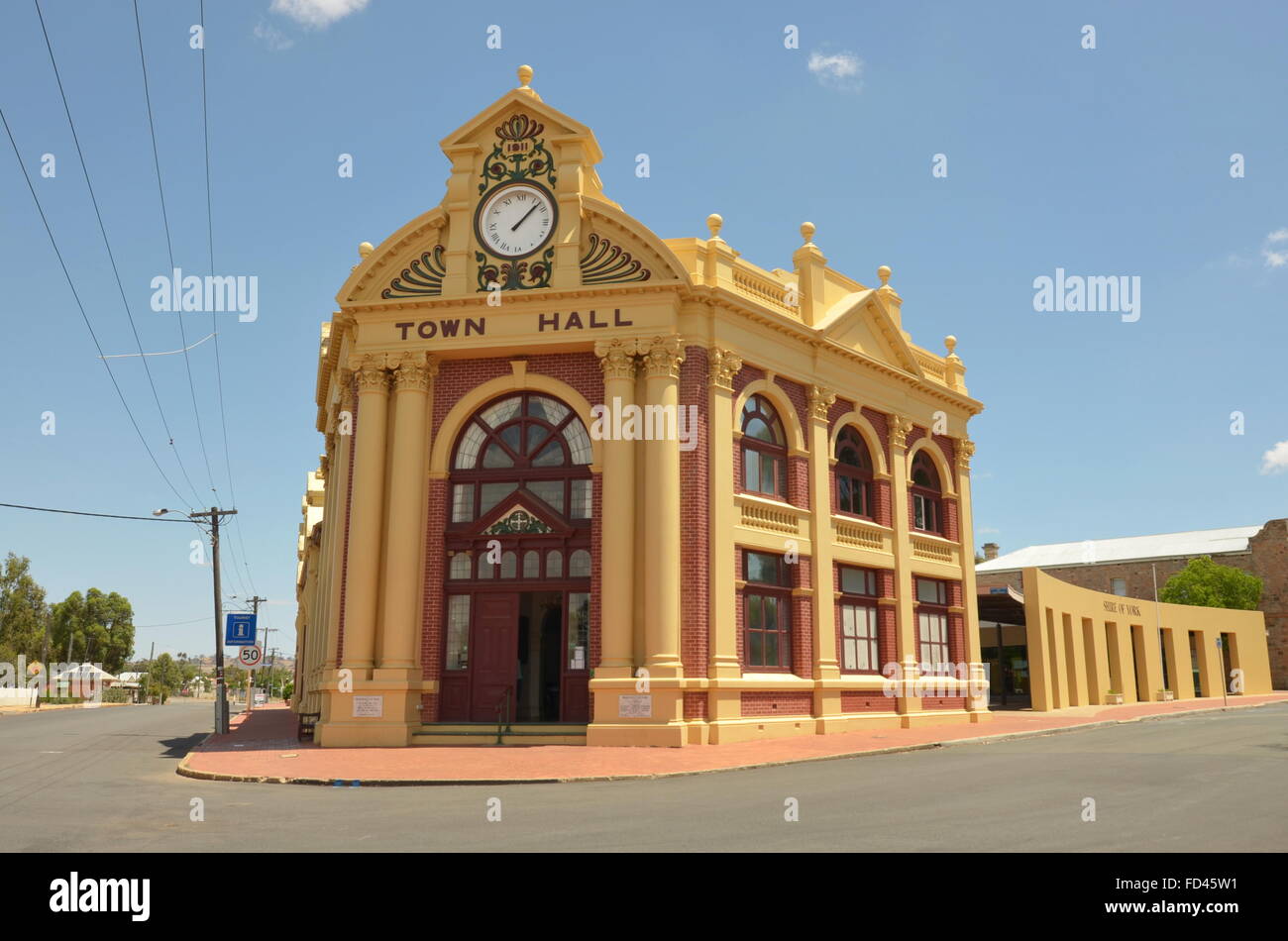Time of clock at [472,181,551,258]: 1:07
